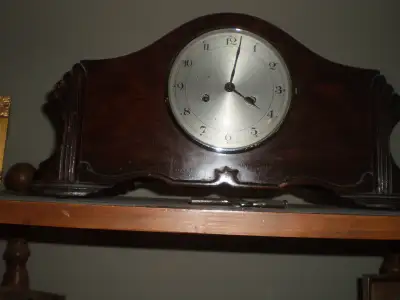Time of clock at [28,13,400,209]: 4:02
